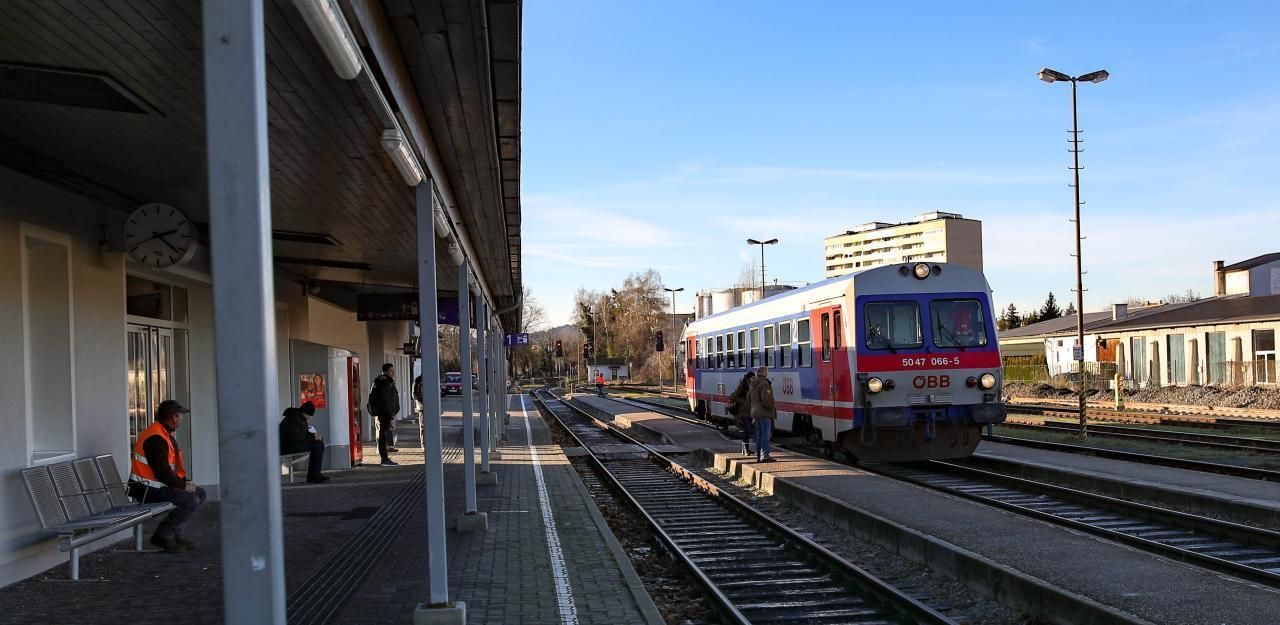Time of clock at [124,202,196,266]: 2:21
